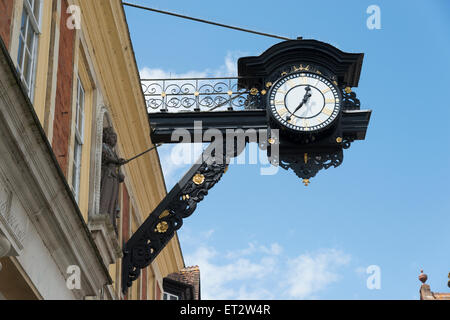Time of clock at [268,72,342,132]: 12:36
